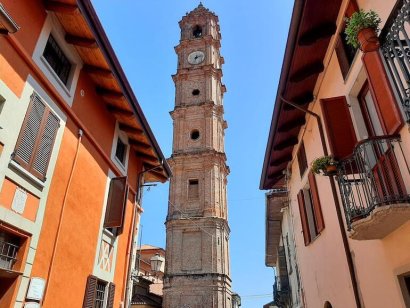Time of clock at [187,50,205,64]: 2:32
